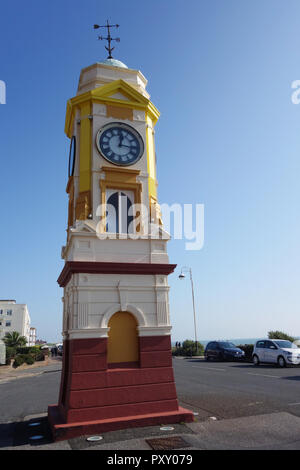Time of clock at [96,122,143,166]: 12:16
